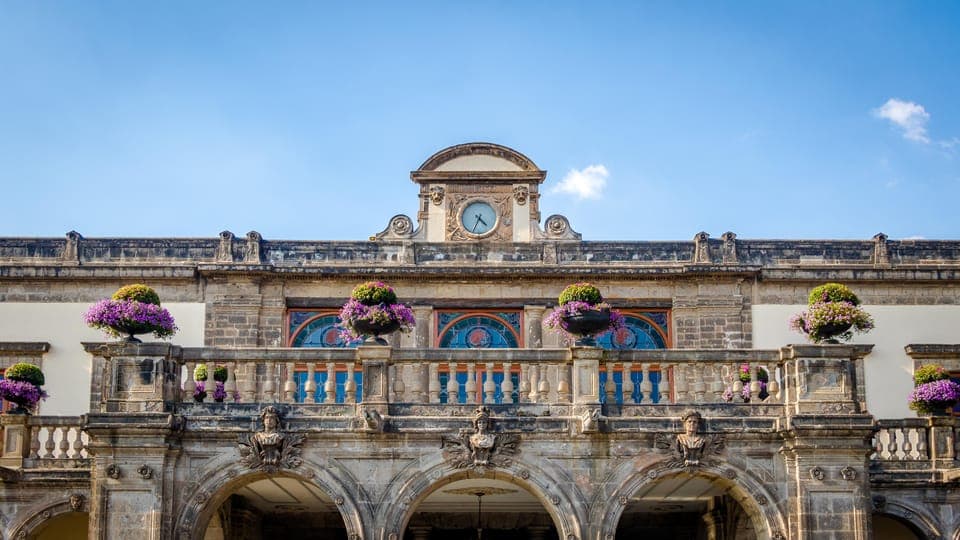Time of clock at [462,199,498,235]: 4:34
